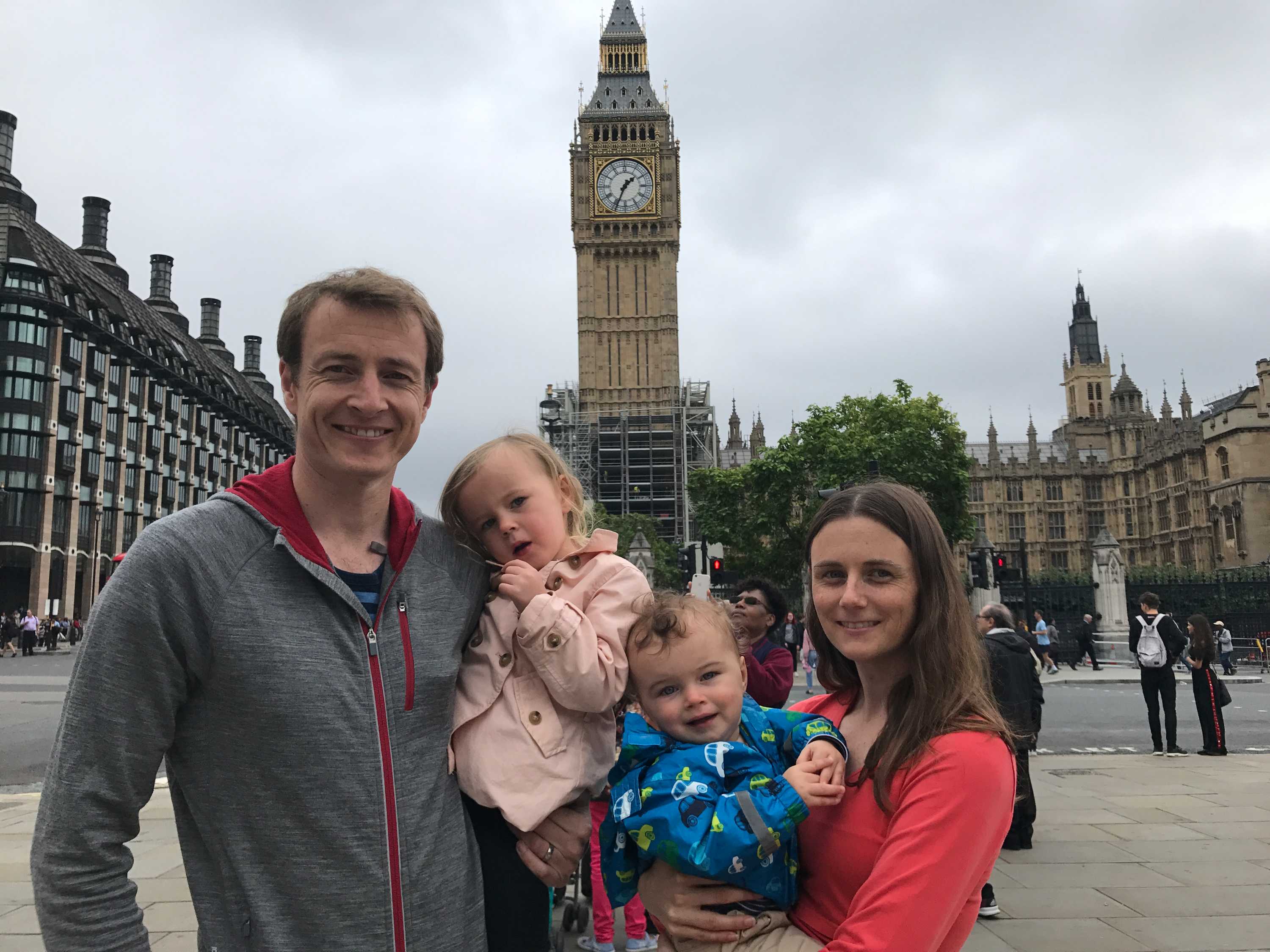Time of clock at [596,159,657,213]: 1:33
